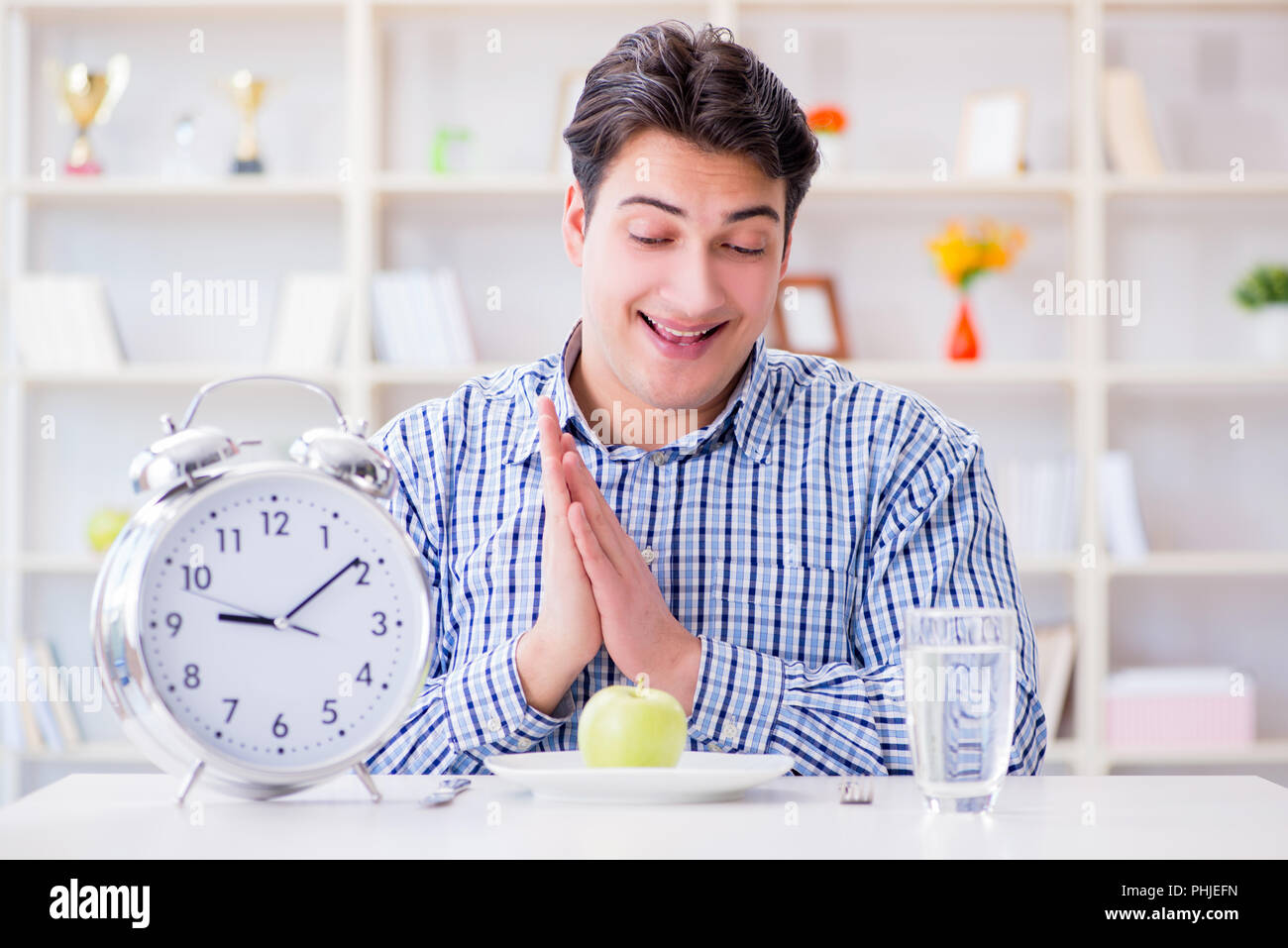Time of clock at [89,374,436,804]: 9:09
